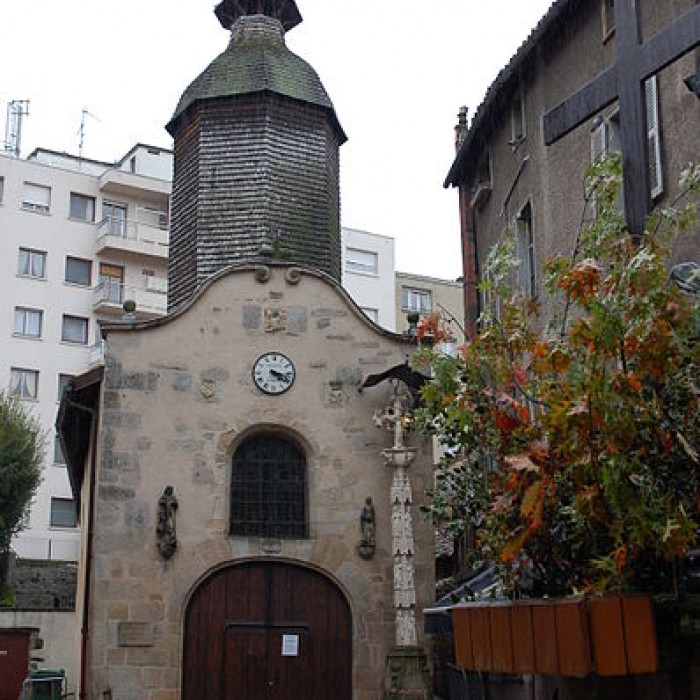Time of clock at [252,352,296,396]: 4:17
